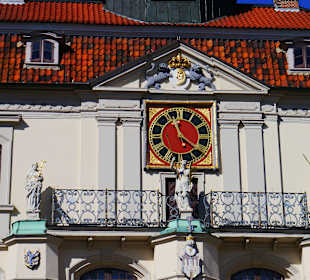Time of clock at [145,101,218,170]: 11:21
